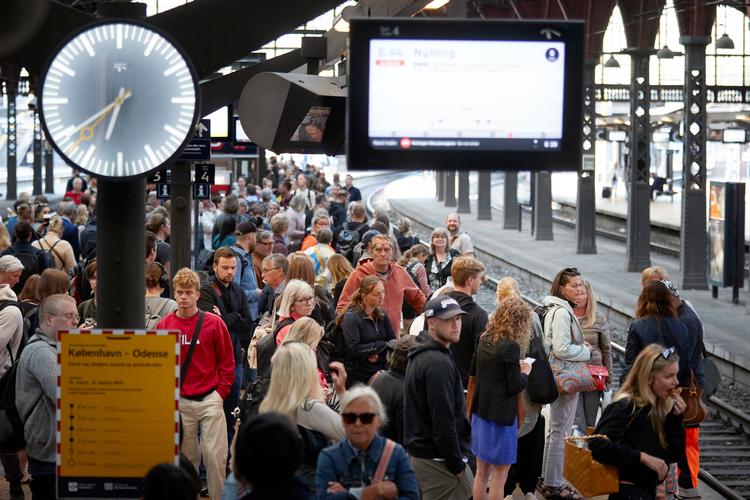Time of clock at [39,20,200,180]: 6:38
